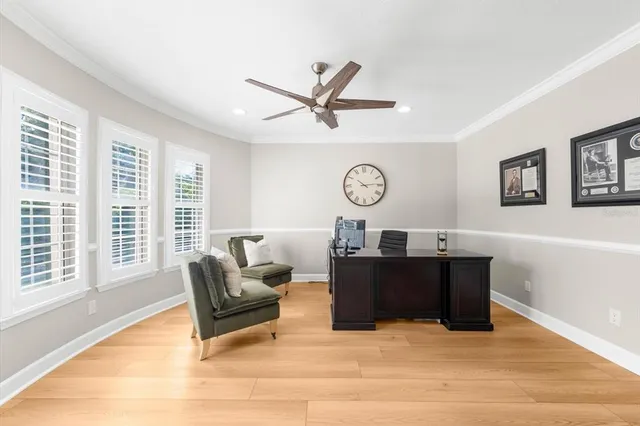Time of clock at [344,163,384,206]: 10:13
